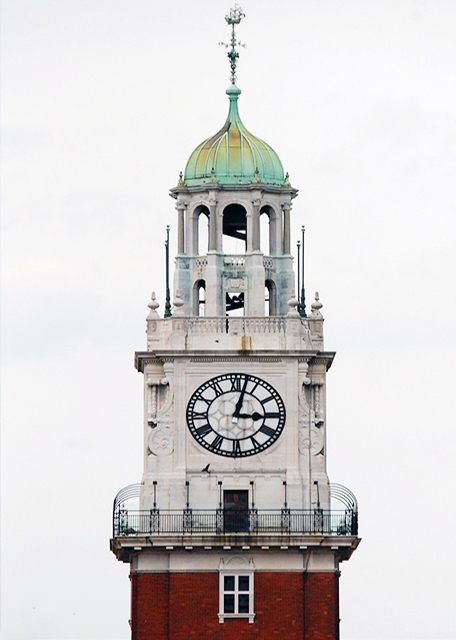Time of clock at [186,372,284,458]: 3:02
